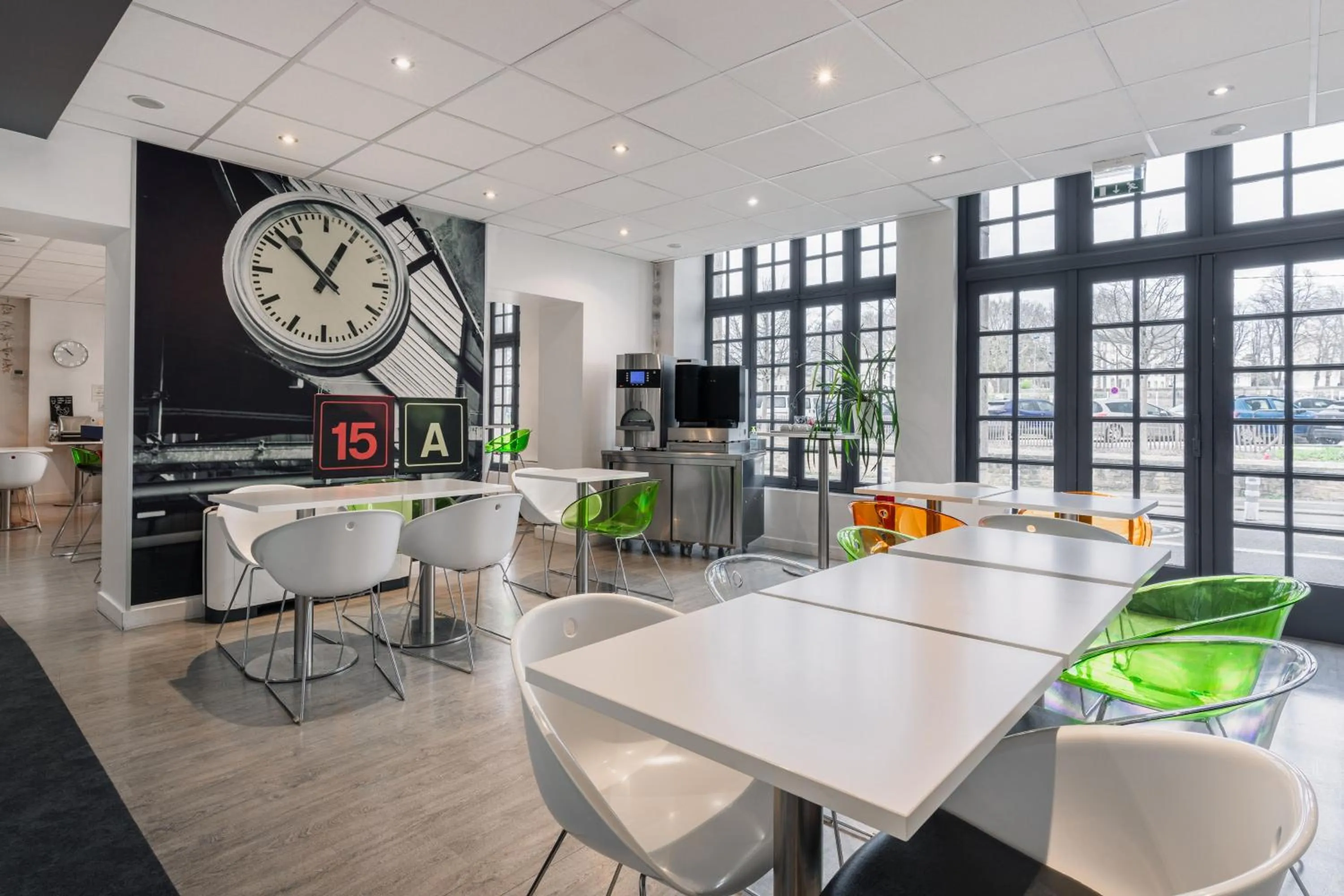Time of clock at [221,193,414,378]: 12:52
